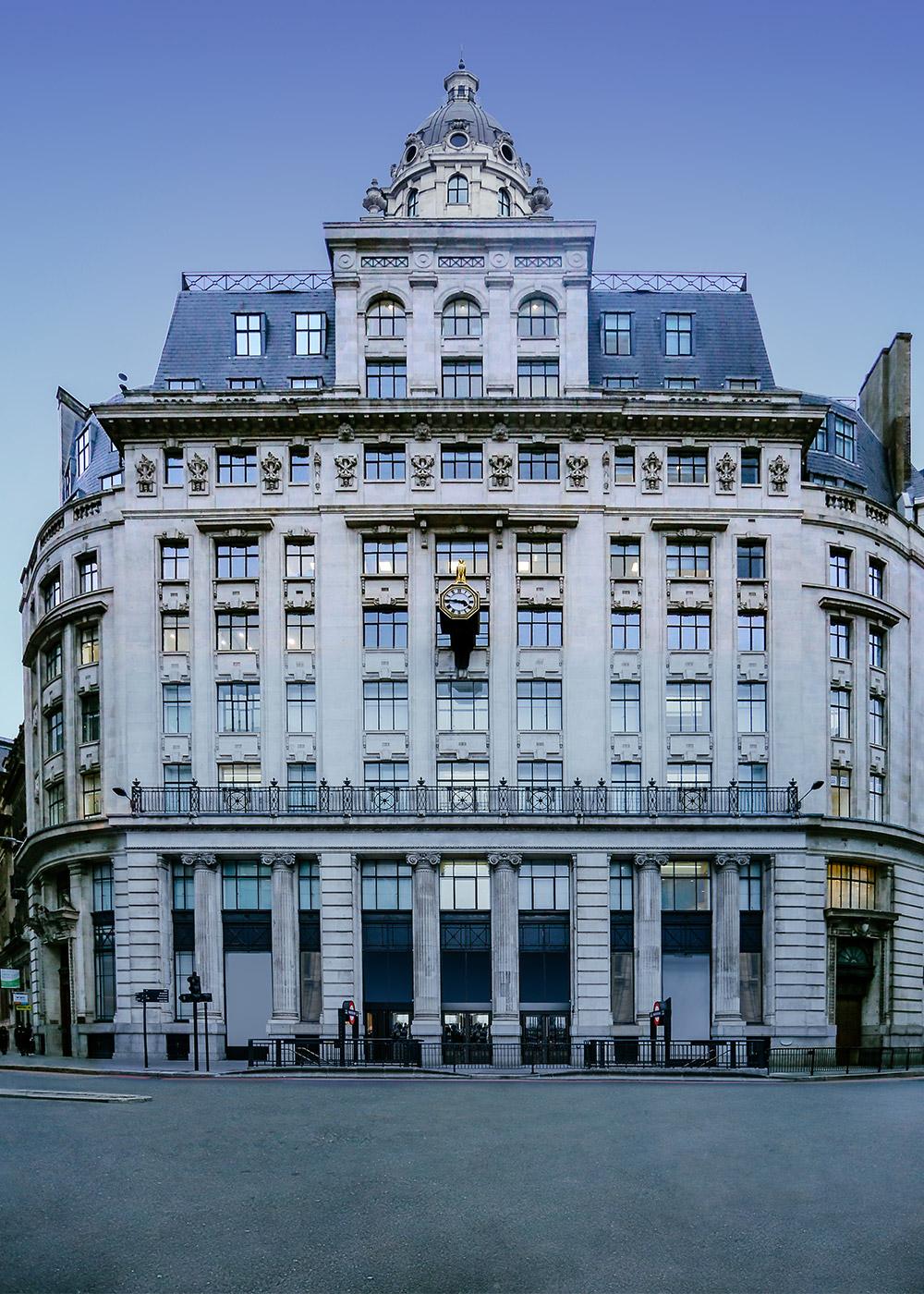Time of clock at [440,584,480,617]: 3:45
